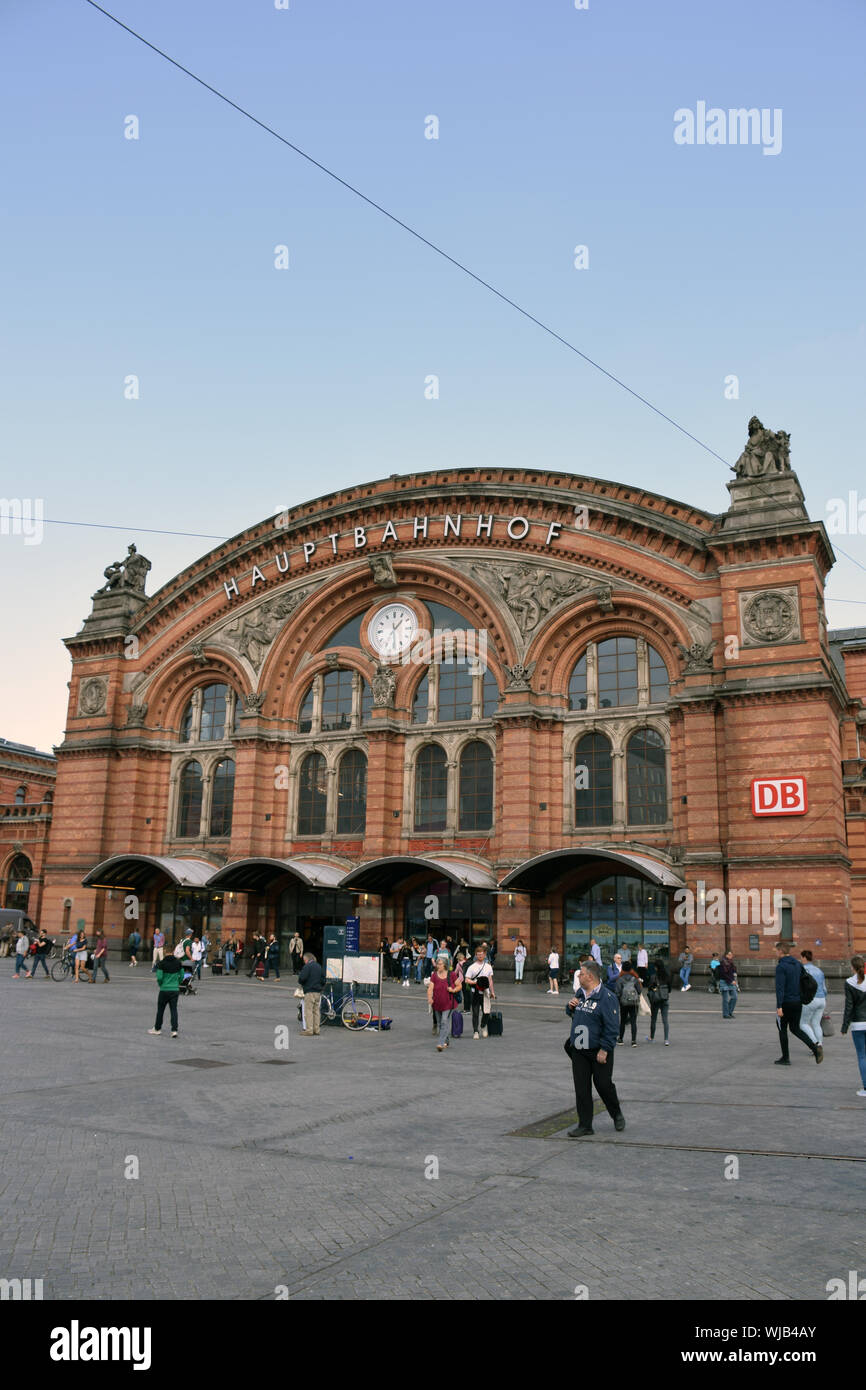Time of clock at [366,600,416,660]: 1:28
